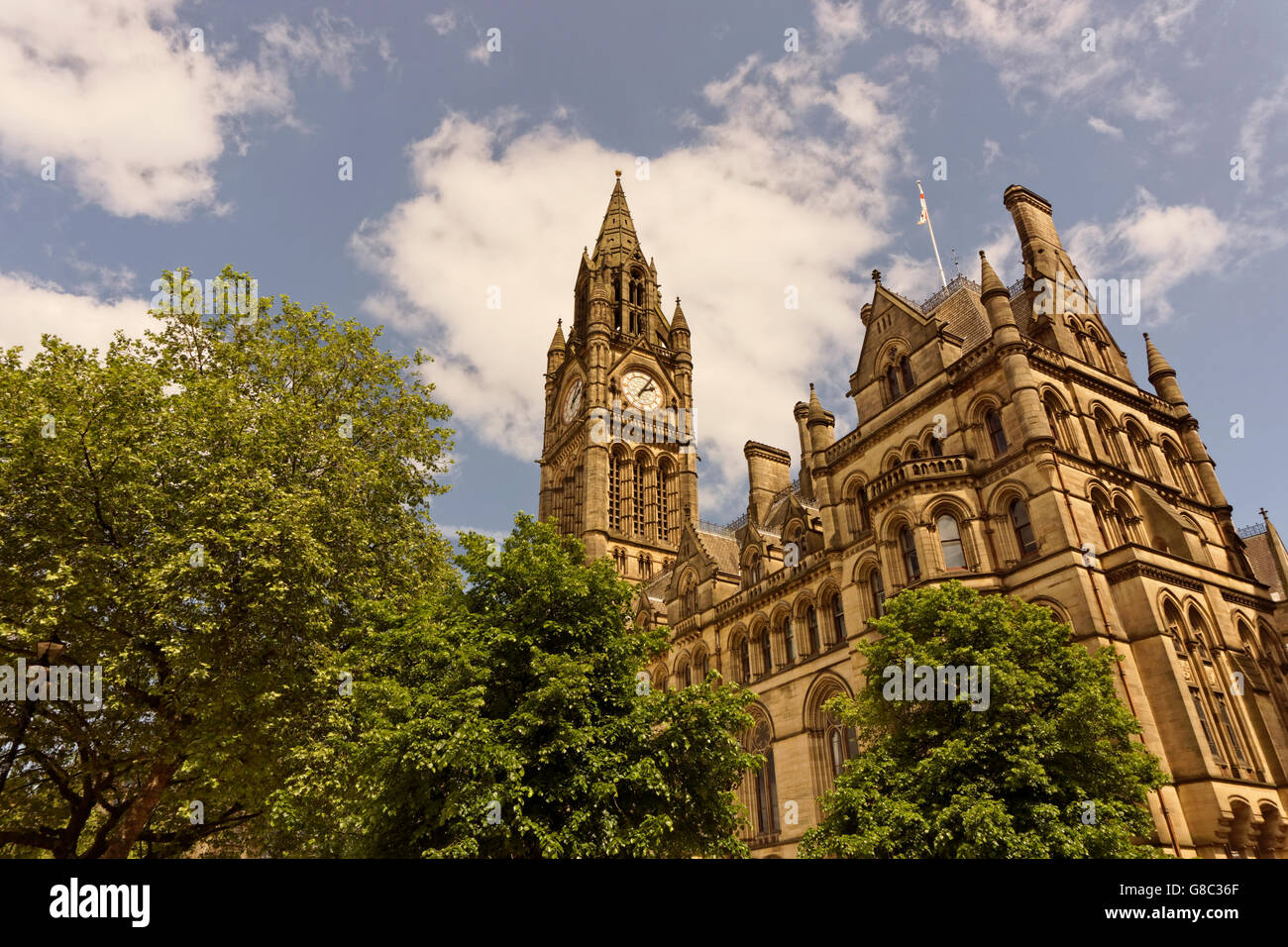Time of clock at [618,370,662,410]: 2:06
